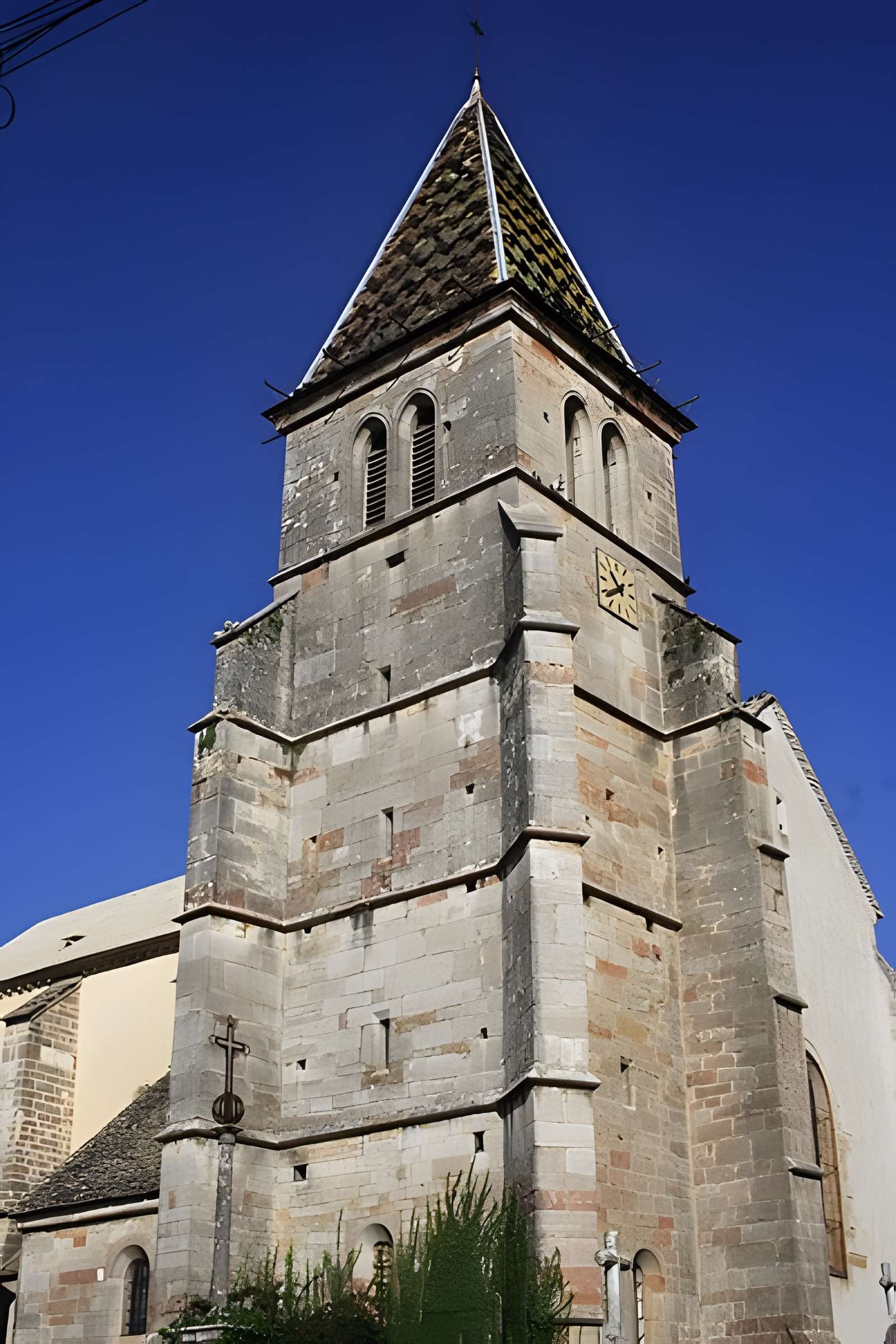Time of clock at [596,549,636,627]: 10:38
